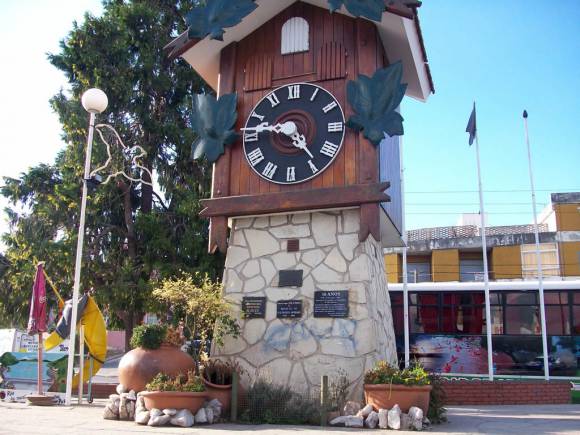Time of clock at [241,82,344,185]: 4:47
